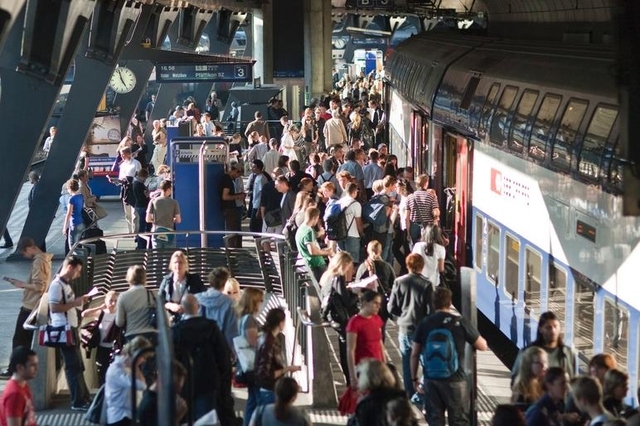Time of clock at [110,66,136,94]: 4:57
